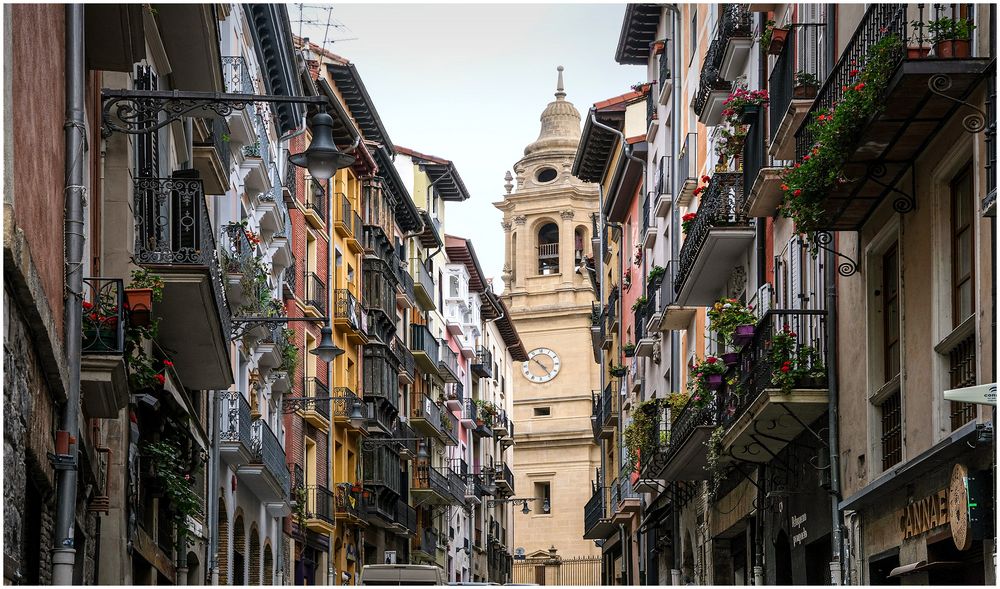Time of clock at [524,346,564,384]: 4:52
